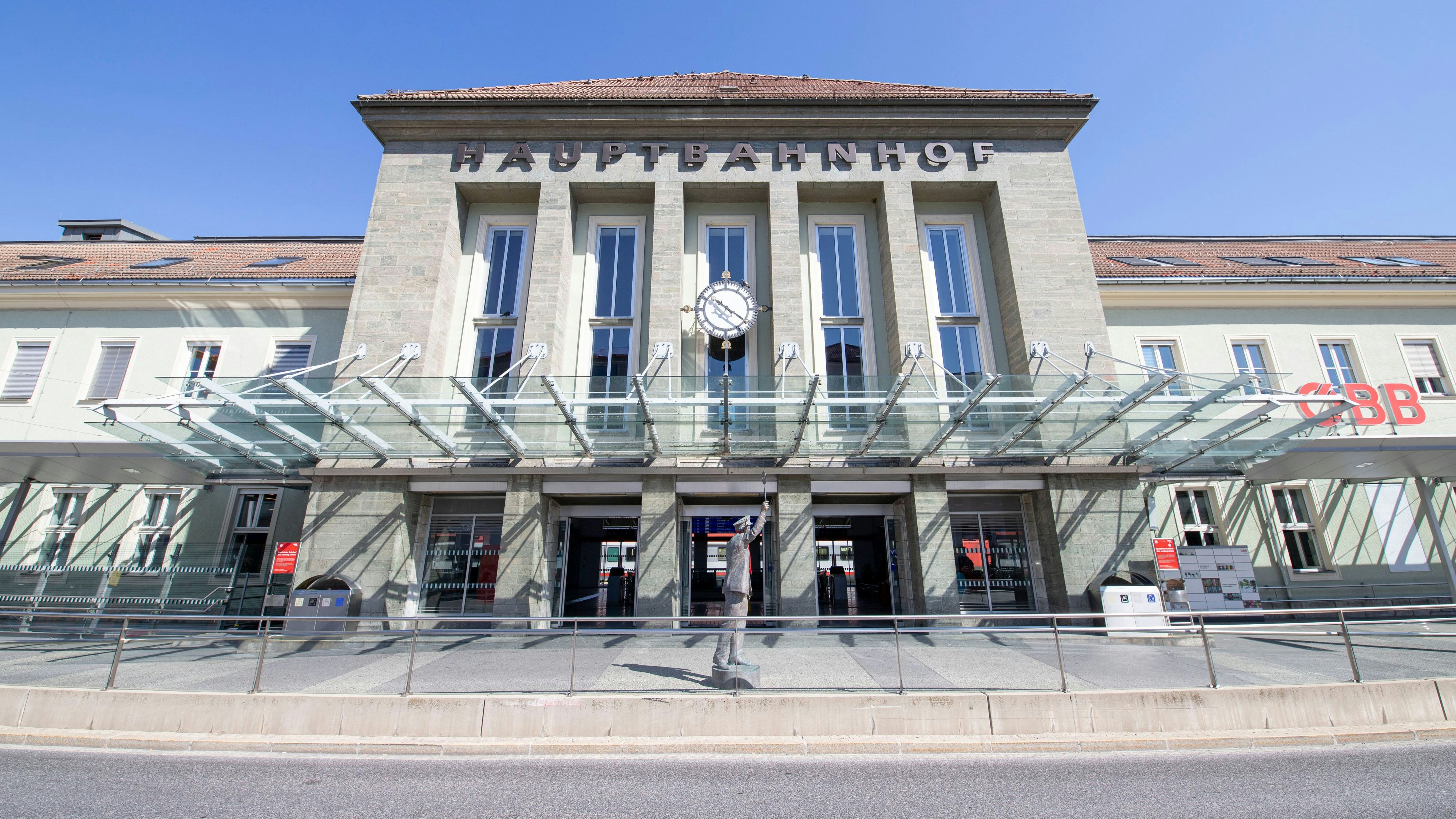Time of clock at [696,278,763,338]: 10:20
